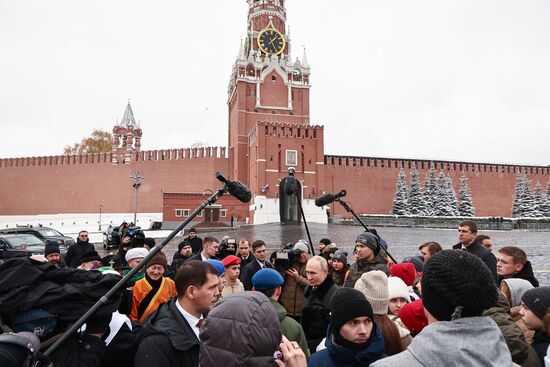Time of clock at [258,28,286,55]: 1:26
